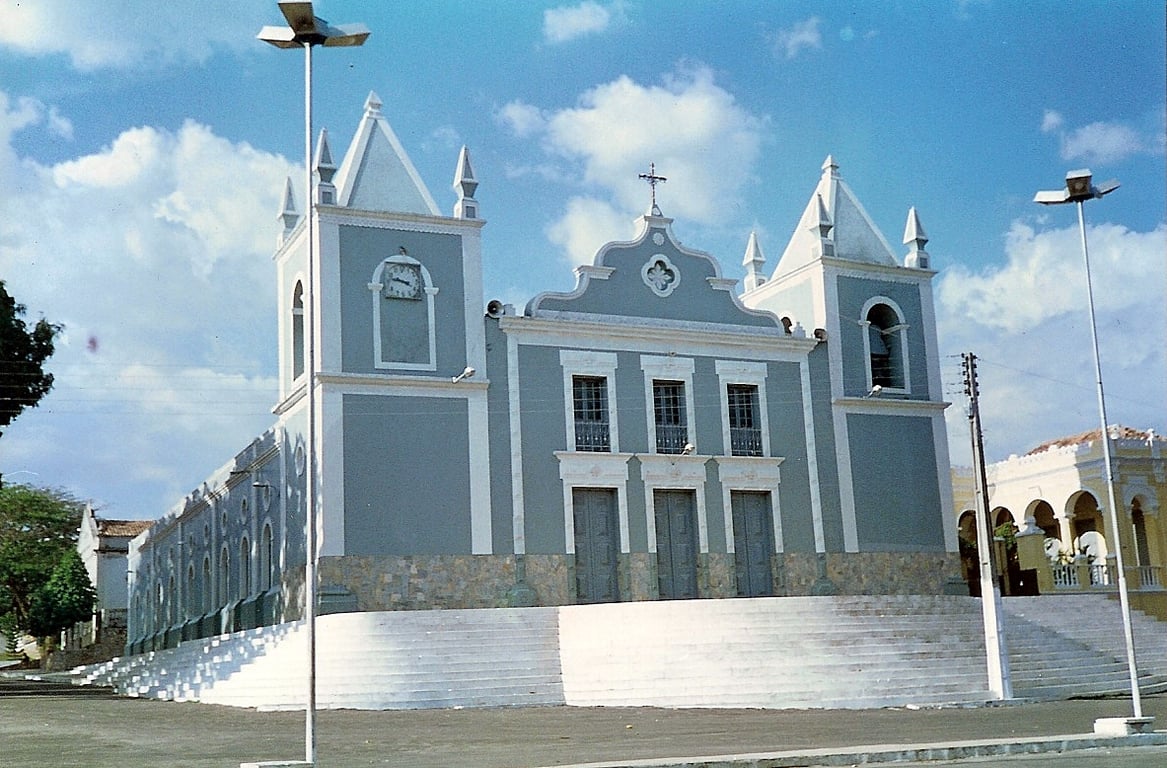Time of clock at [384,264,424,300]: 3:47
